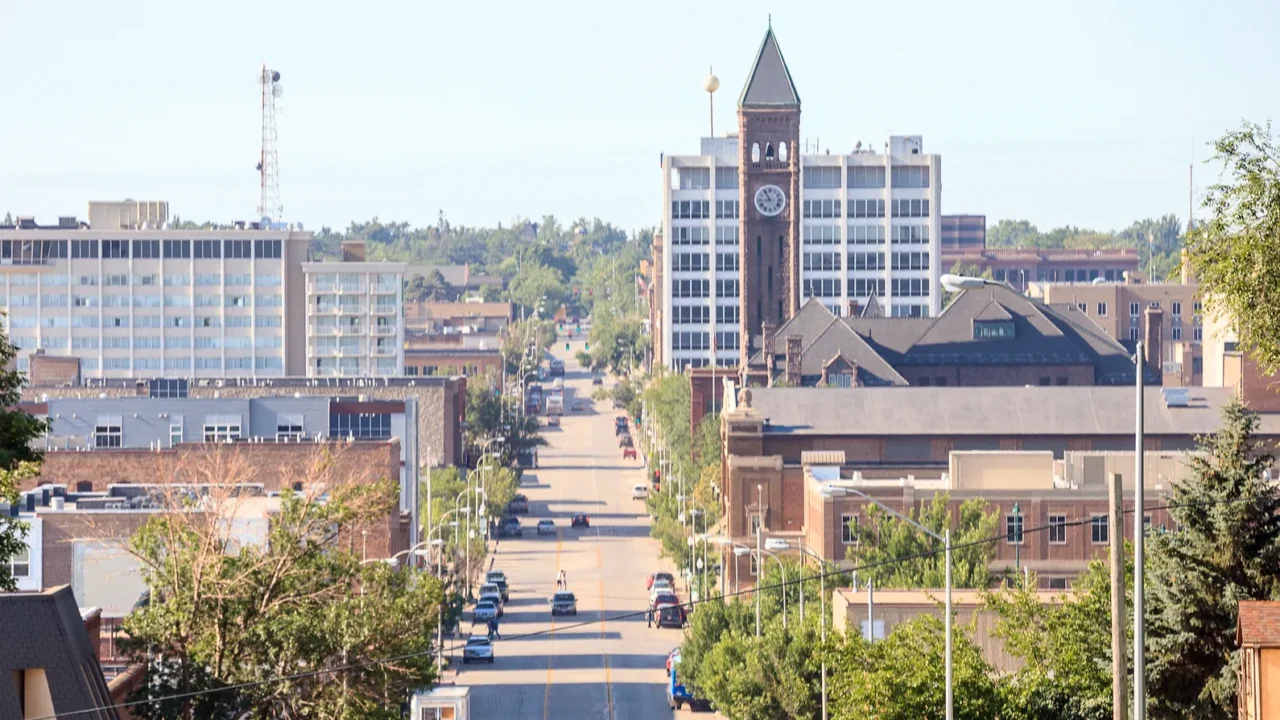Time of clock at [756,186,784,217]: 8:54
